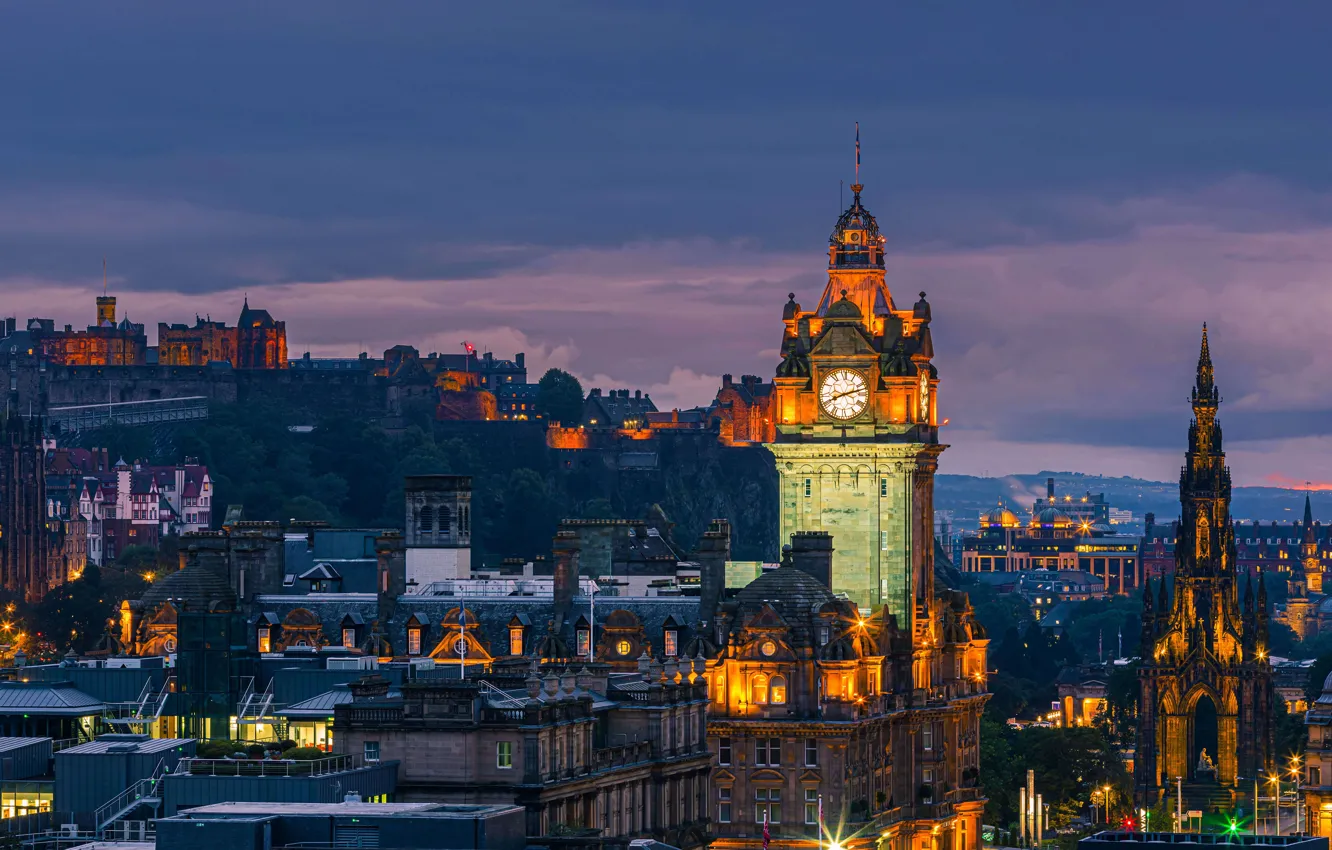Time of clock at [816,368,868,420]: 8:12
